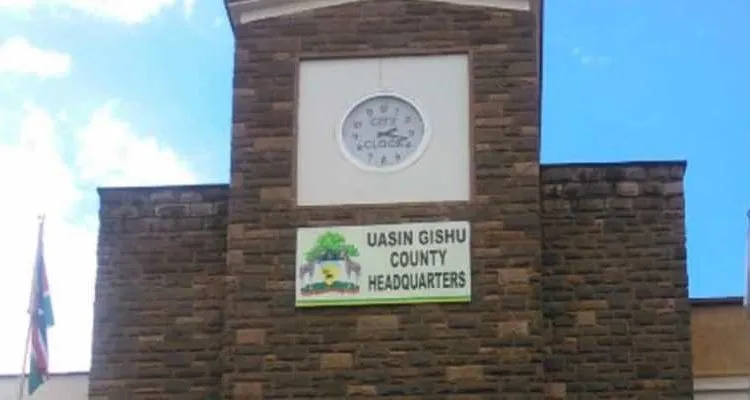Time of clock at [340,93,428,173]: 2:17
